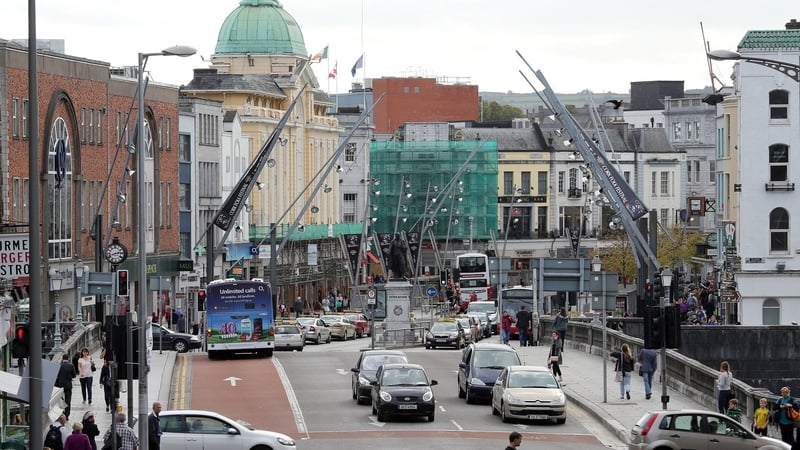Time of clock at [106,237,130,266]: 2:42
